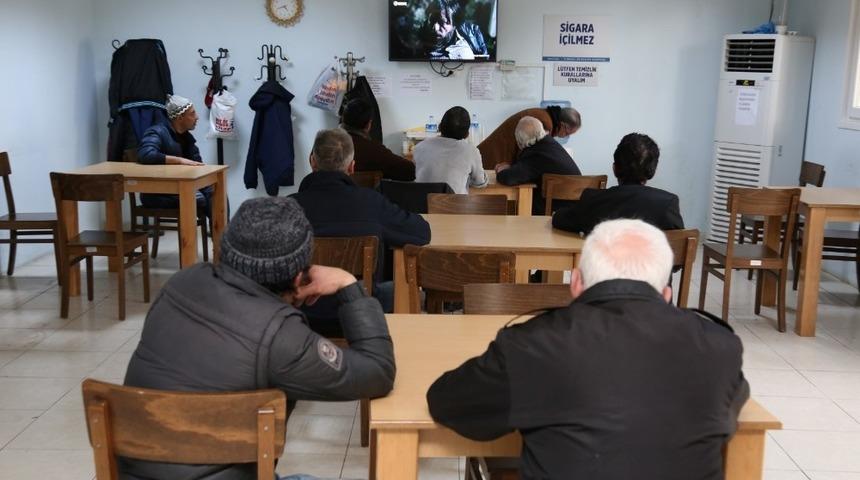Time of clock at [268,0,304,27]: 4:42
